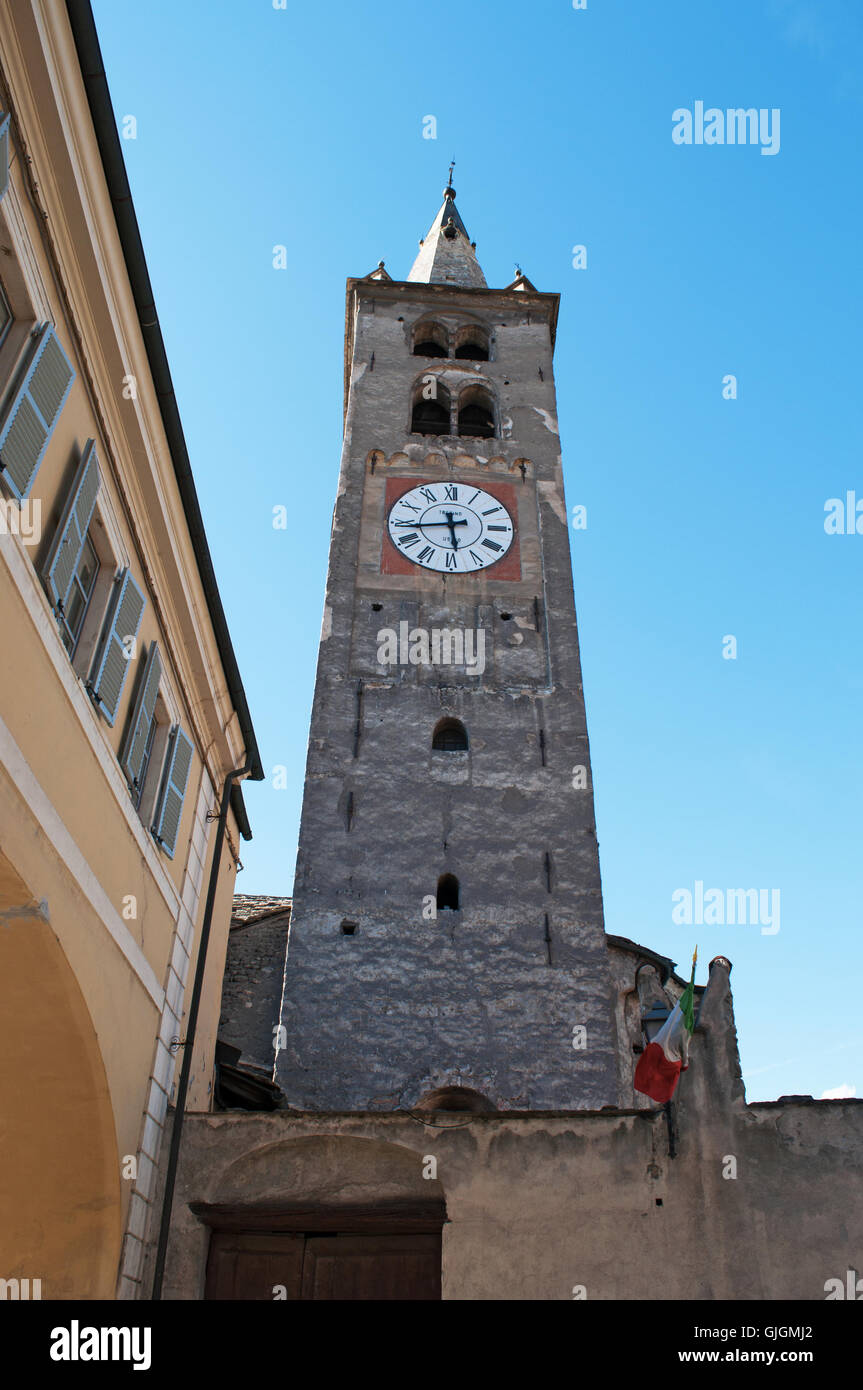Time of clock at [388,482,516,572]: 5:43
